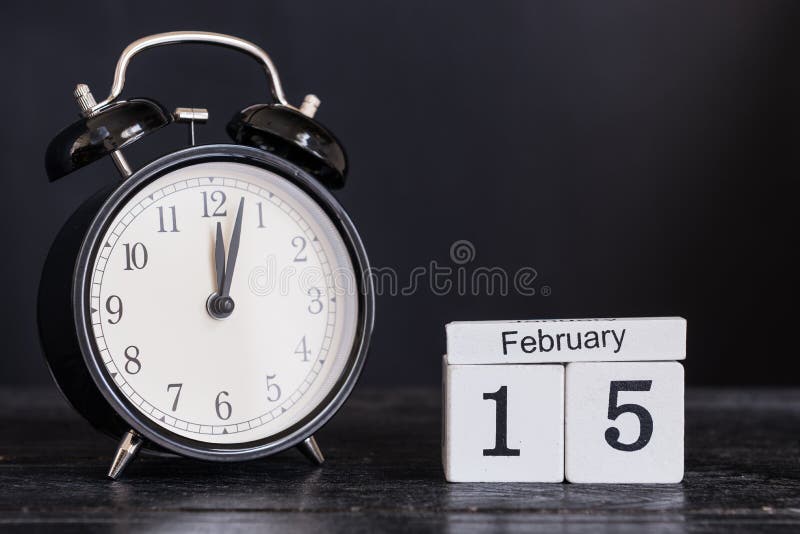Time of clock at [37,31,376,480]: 12:02
